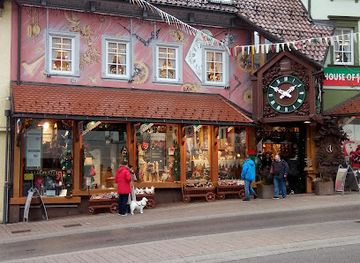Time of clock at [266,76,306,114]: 1:50
